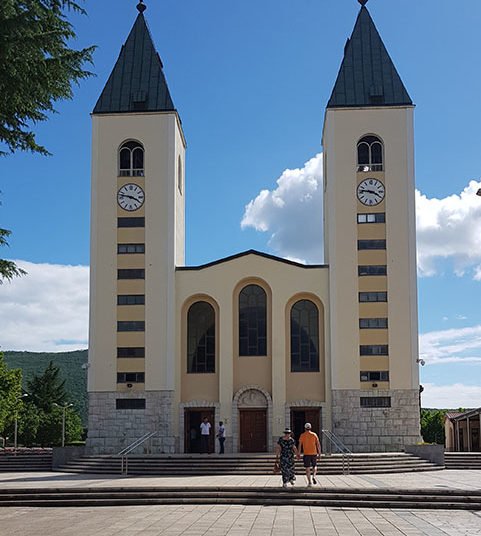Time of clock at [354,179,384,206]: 3:46
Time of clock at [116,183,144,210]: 3:47
